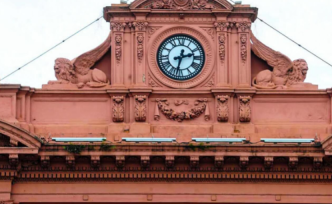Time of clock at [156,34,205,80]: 2:32
